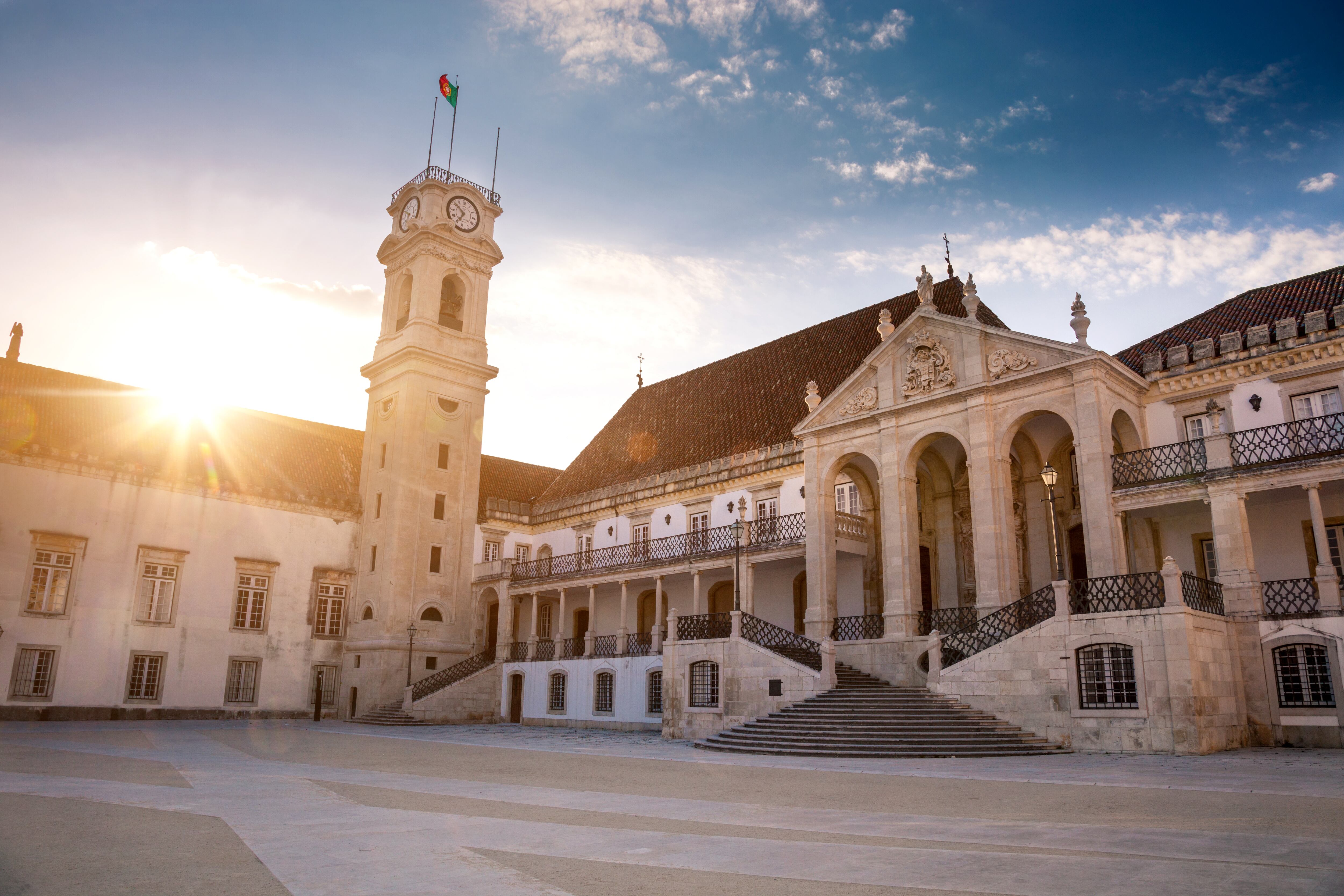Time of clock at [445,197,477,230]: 6:51
